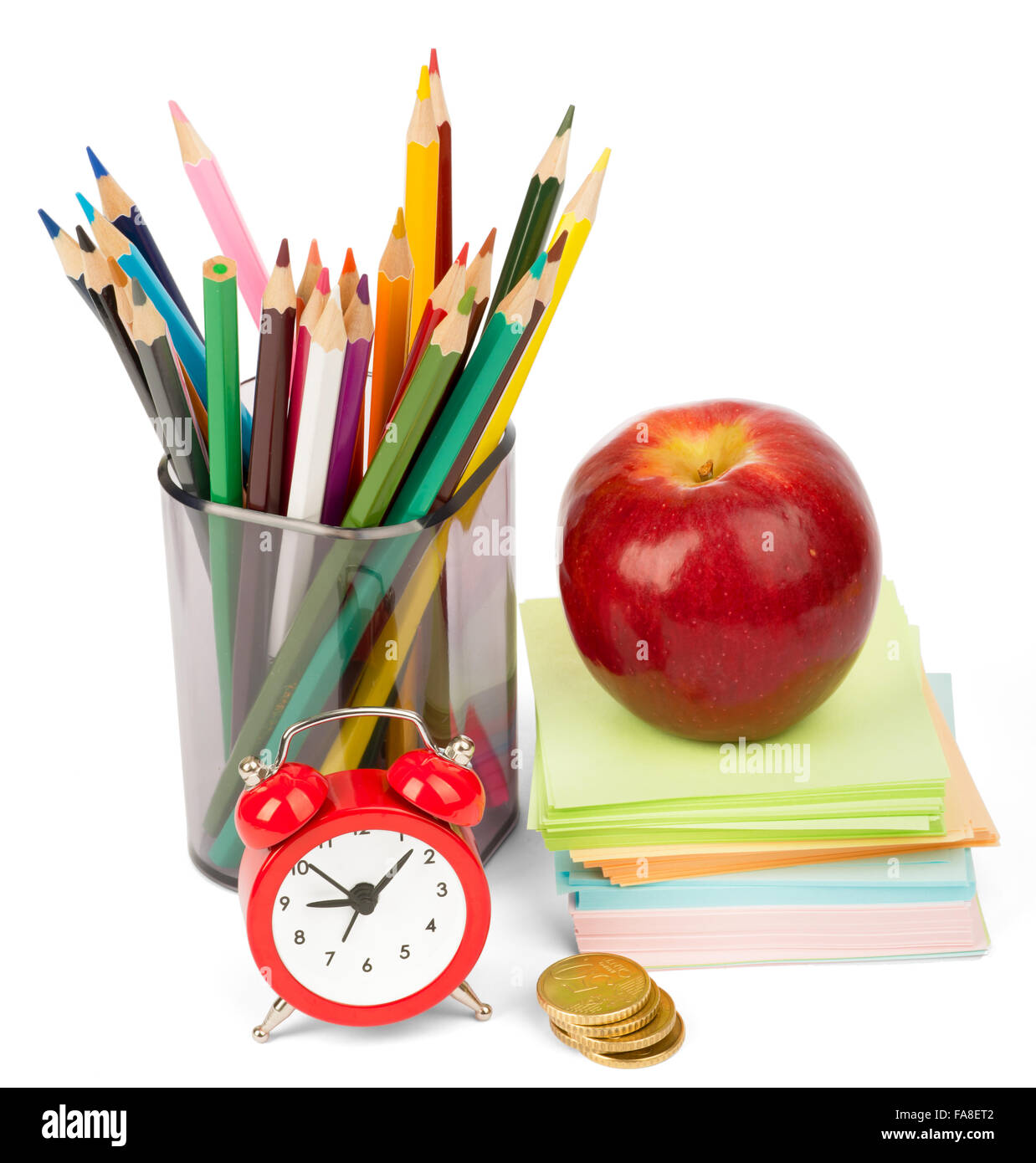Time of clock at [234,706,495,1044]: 9:08
